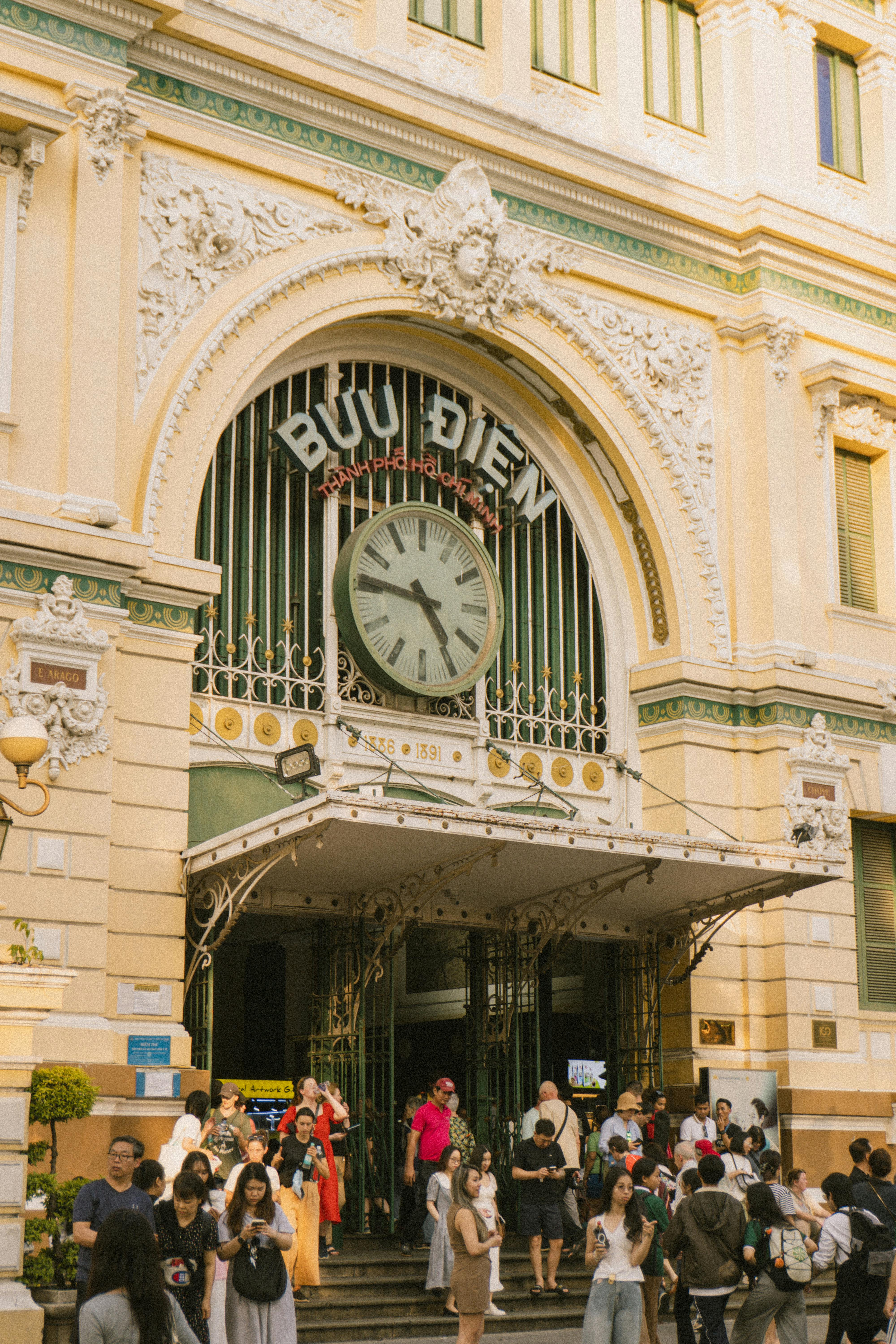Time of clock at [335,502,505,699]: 4:46
